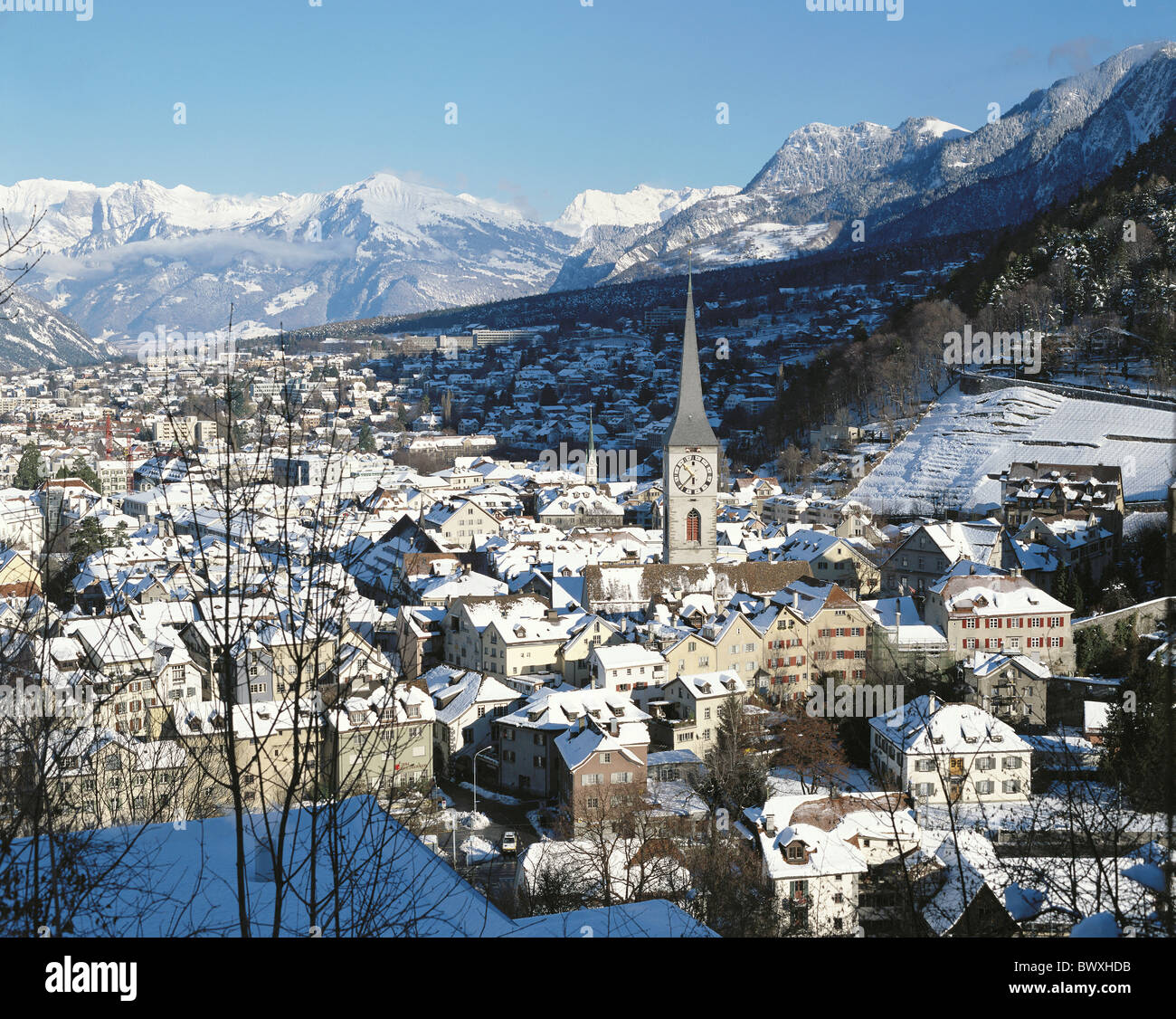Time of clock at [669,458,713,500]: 5:37
